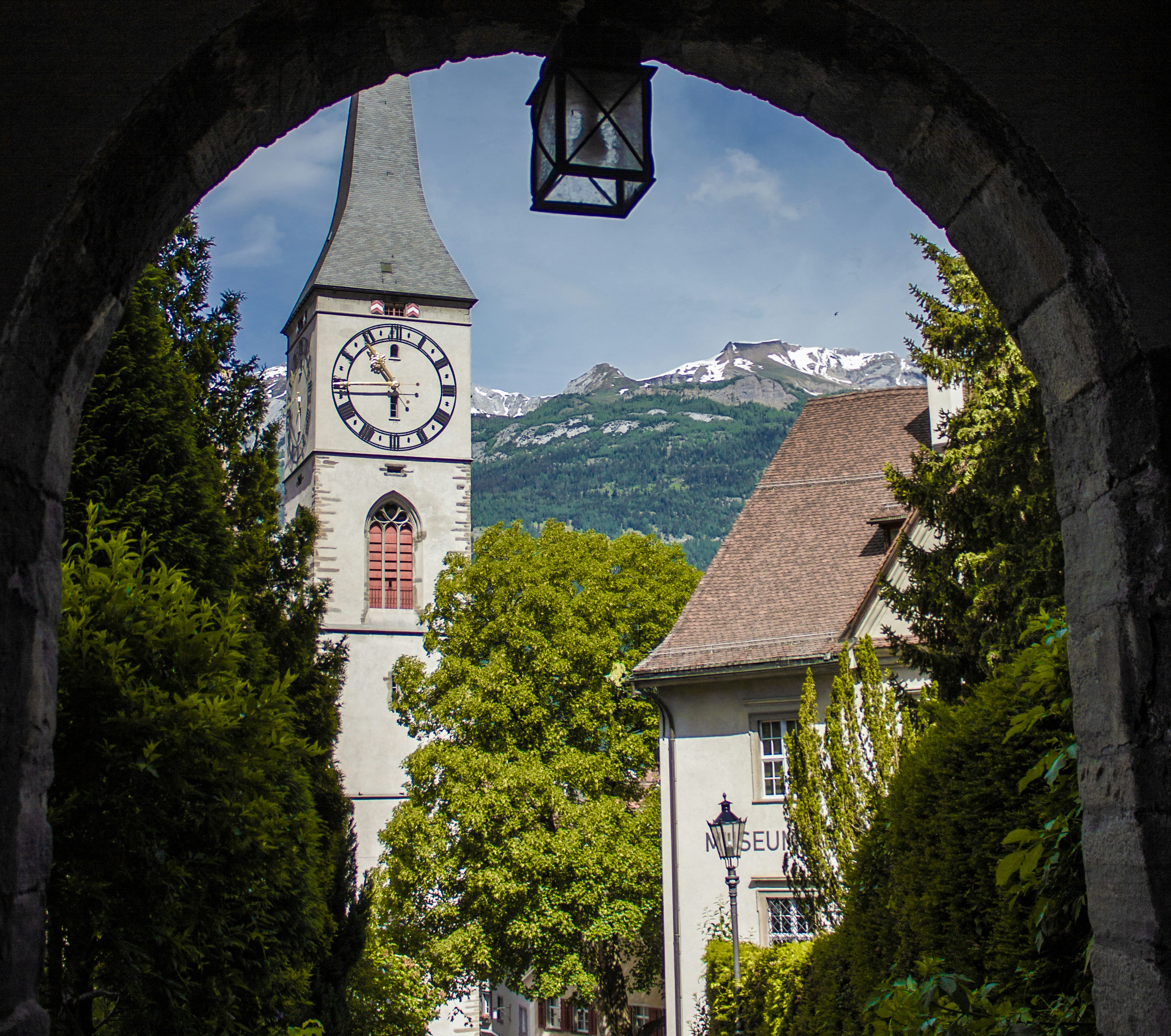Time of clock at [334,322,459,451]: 5:53
